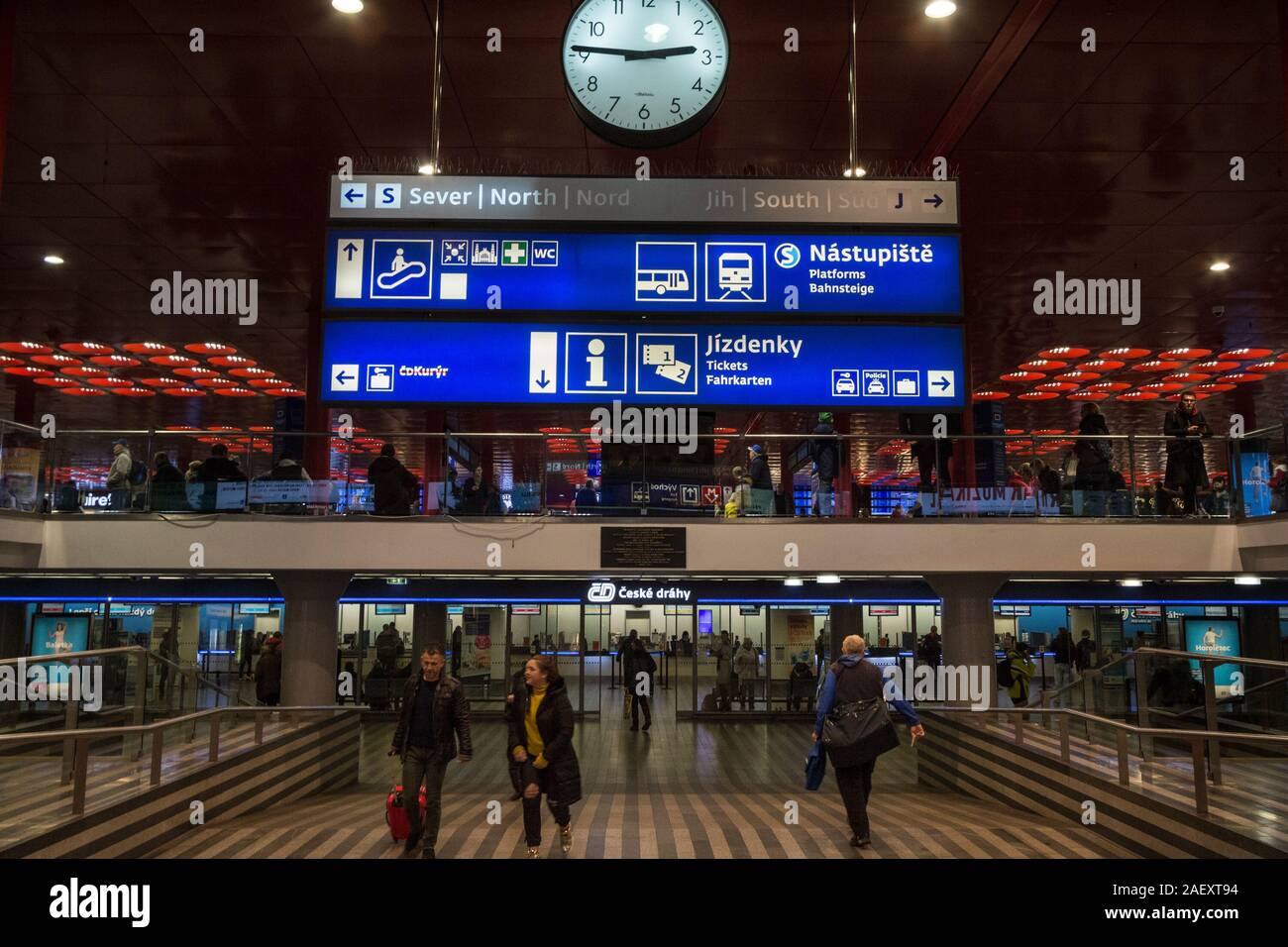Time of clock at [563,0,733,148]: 2:45
